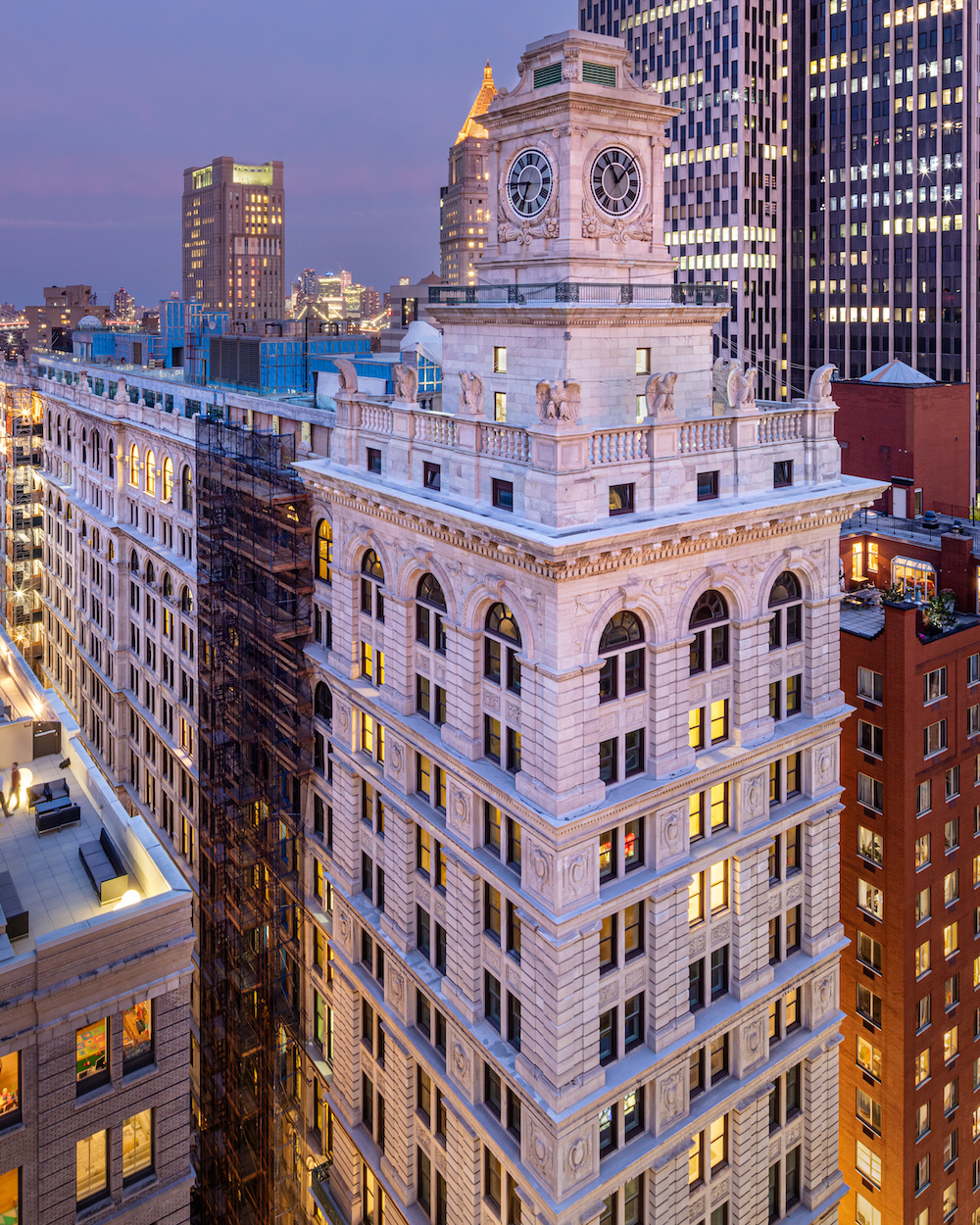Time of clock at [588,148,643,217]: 11:07
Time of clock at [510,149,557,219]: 6:45
